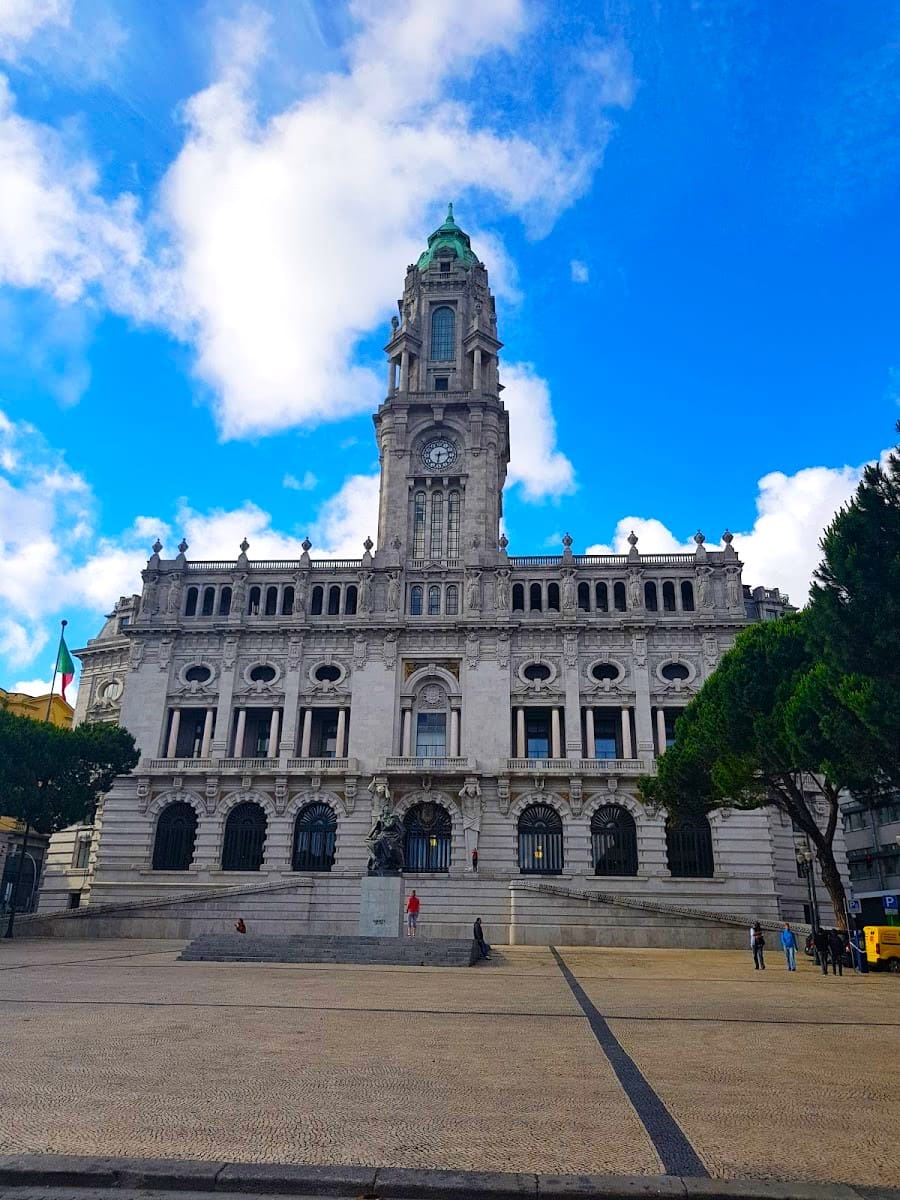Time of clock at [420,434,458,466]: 6:14
